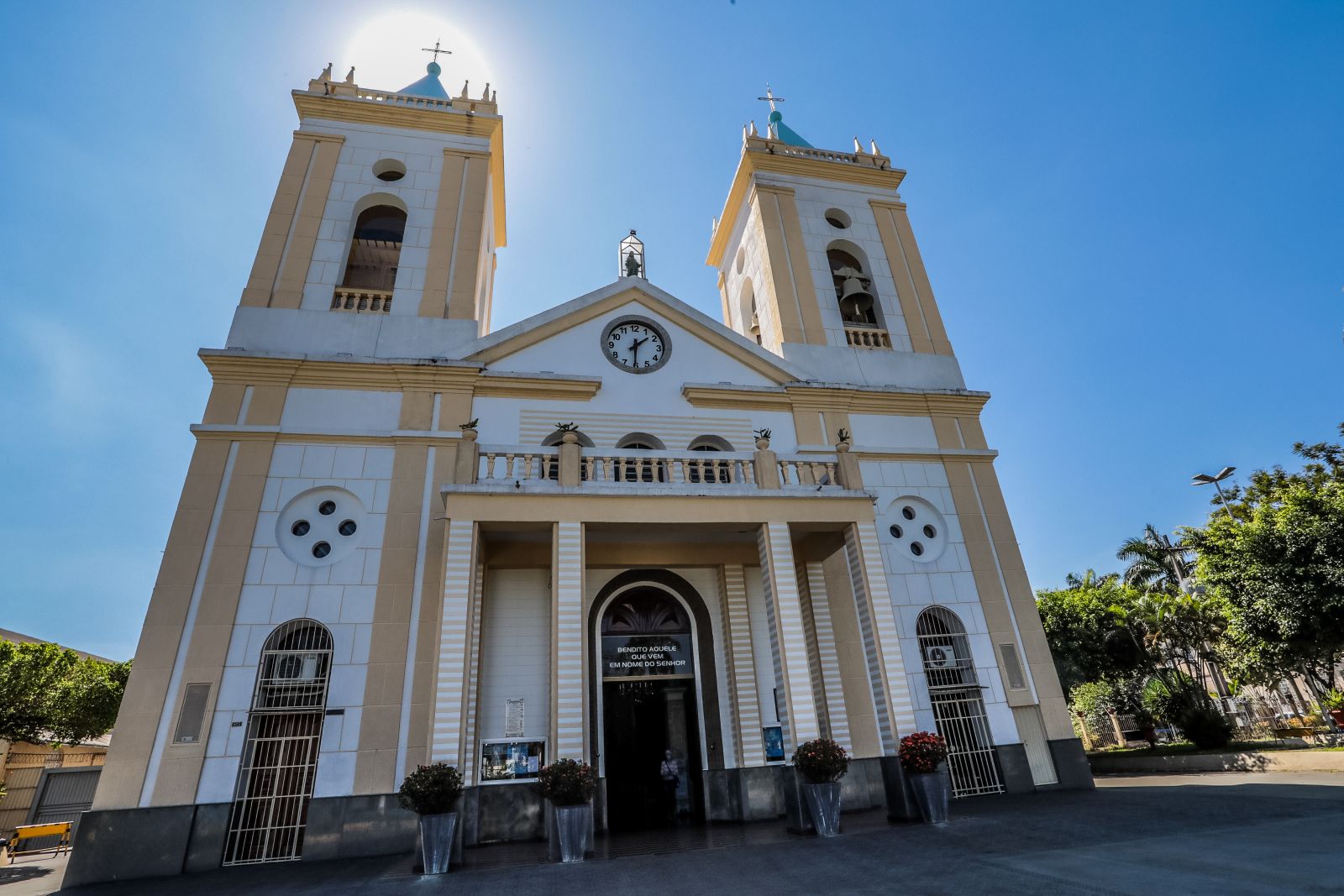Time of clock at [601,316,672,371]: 1:30
